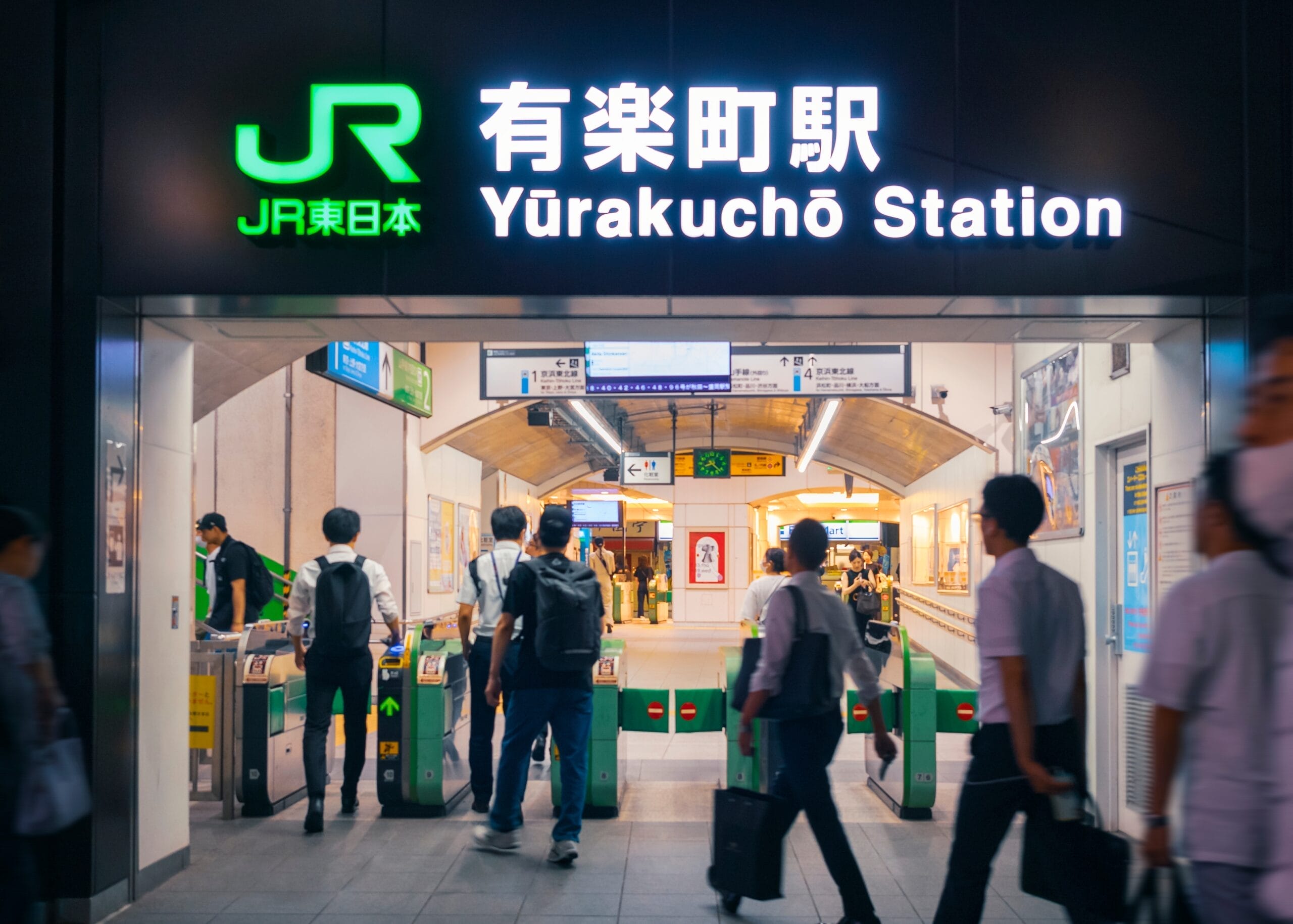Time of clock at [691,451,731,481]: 8:22
